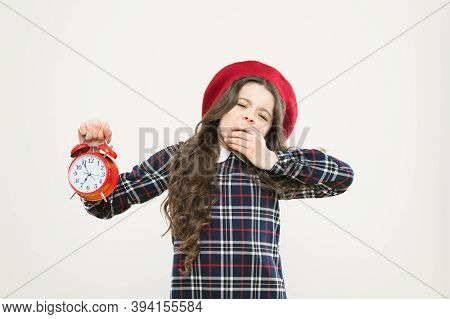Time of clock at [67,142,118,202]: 6:55
